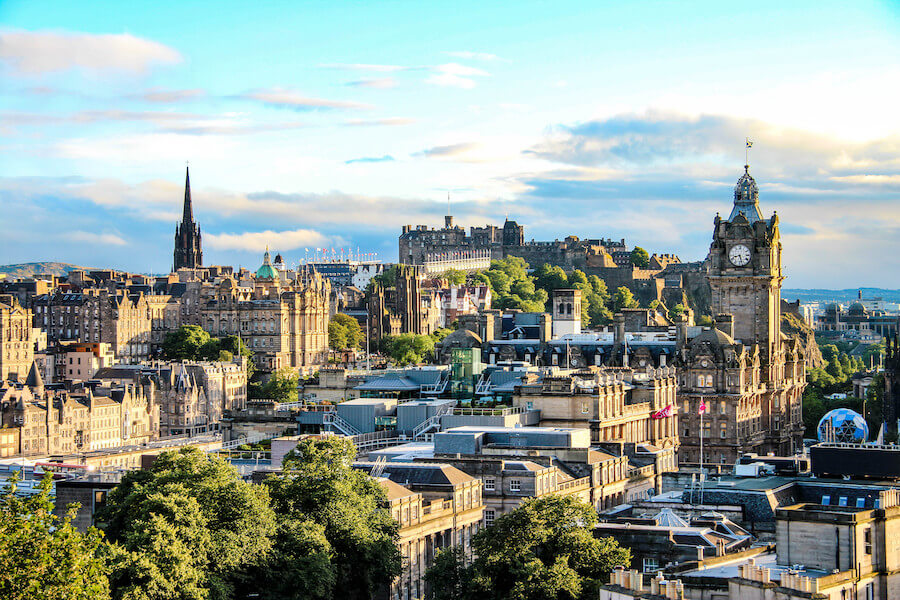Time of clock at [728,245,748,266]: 8:27
